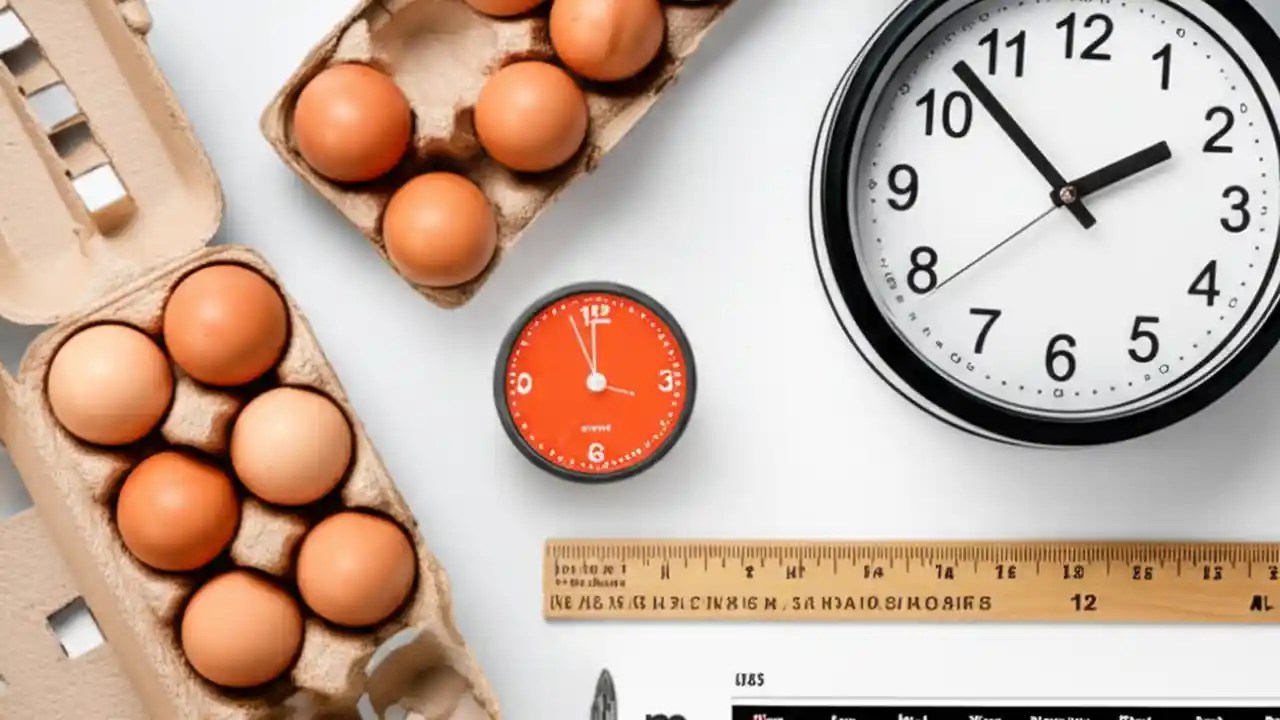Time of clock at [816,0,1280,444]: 1:52
